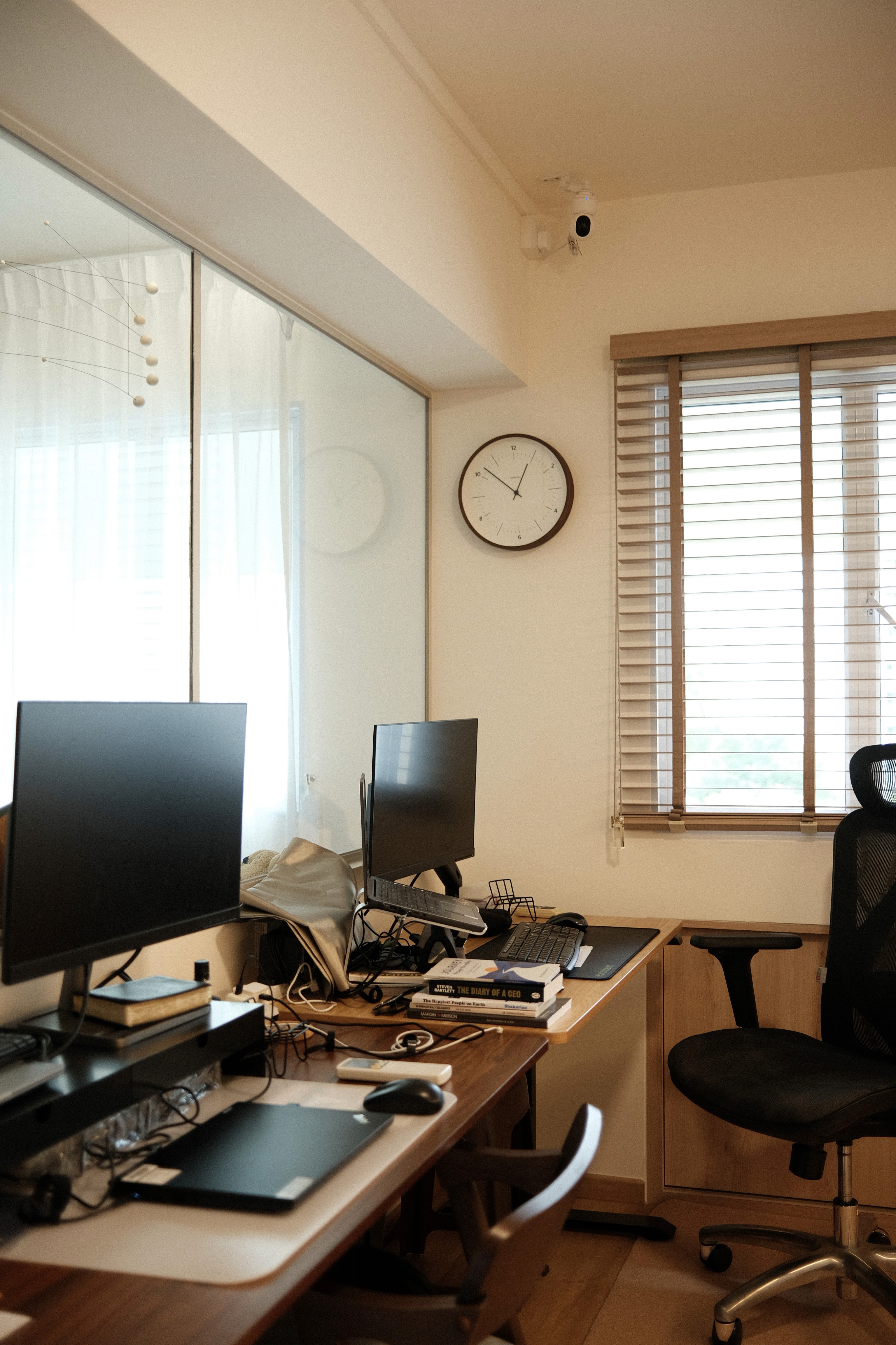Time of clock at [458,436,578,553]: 12:52
